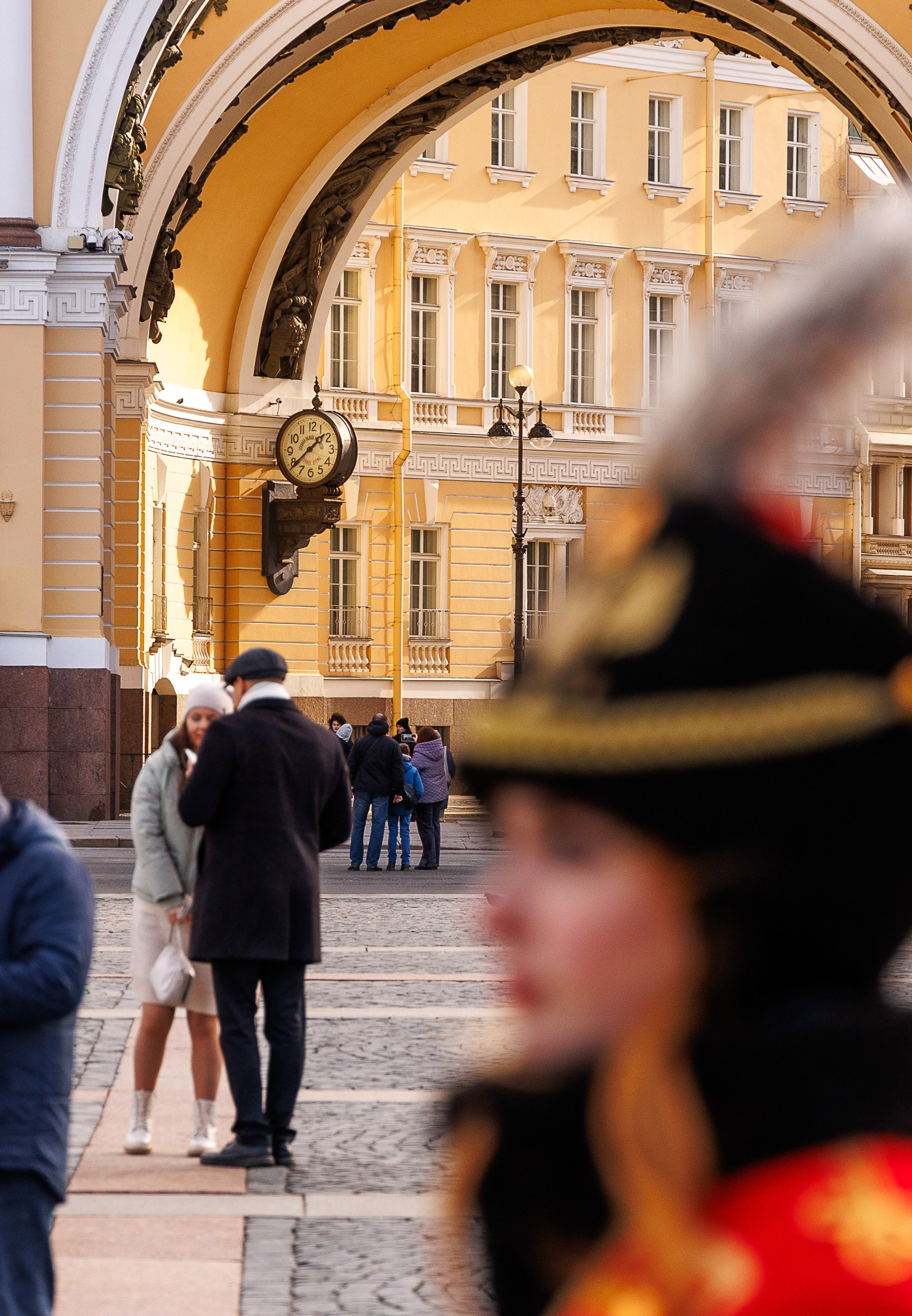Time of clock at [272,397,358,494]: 1:38
